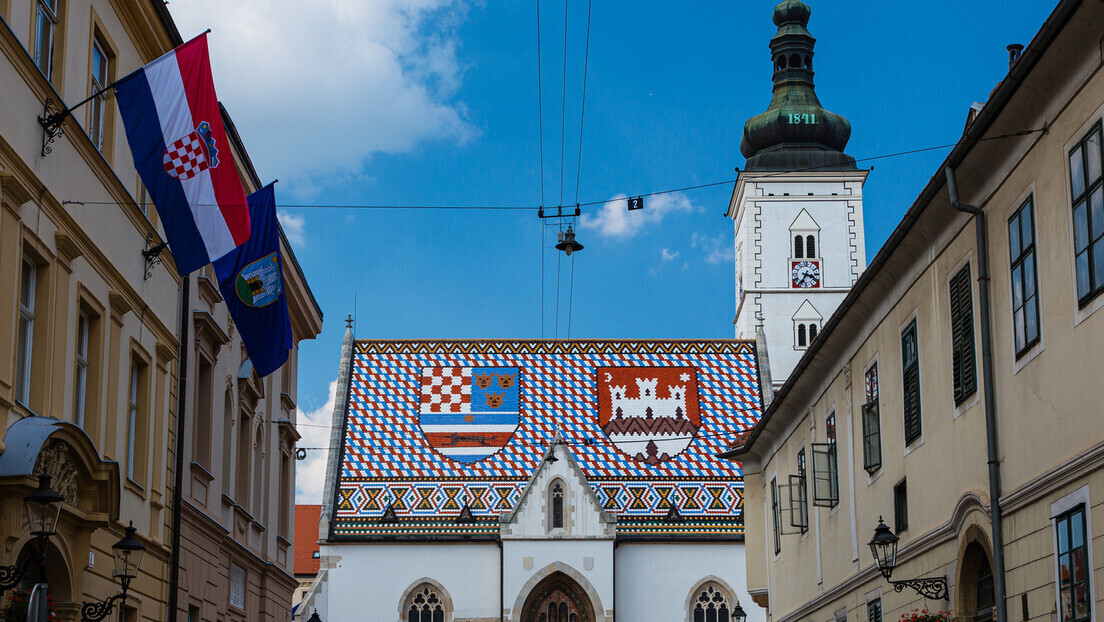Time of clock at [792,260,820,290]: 3:34
